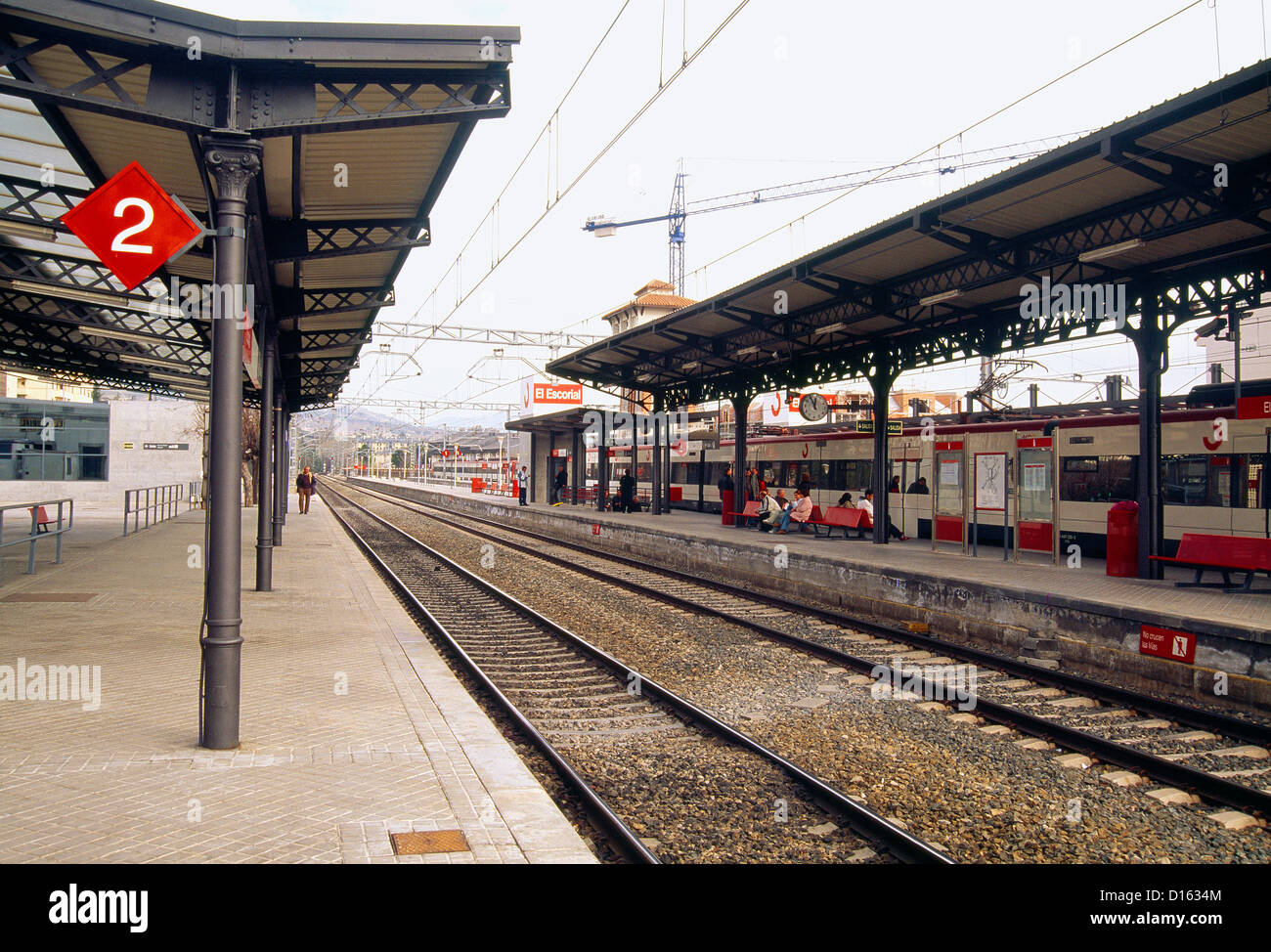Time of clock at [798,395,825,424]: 11:55
